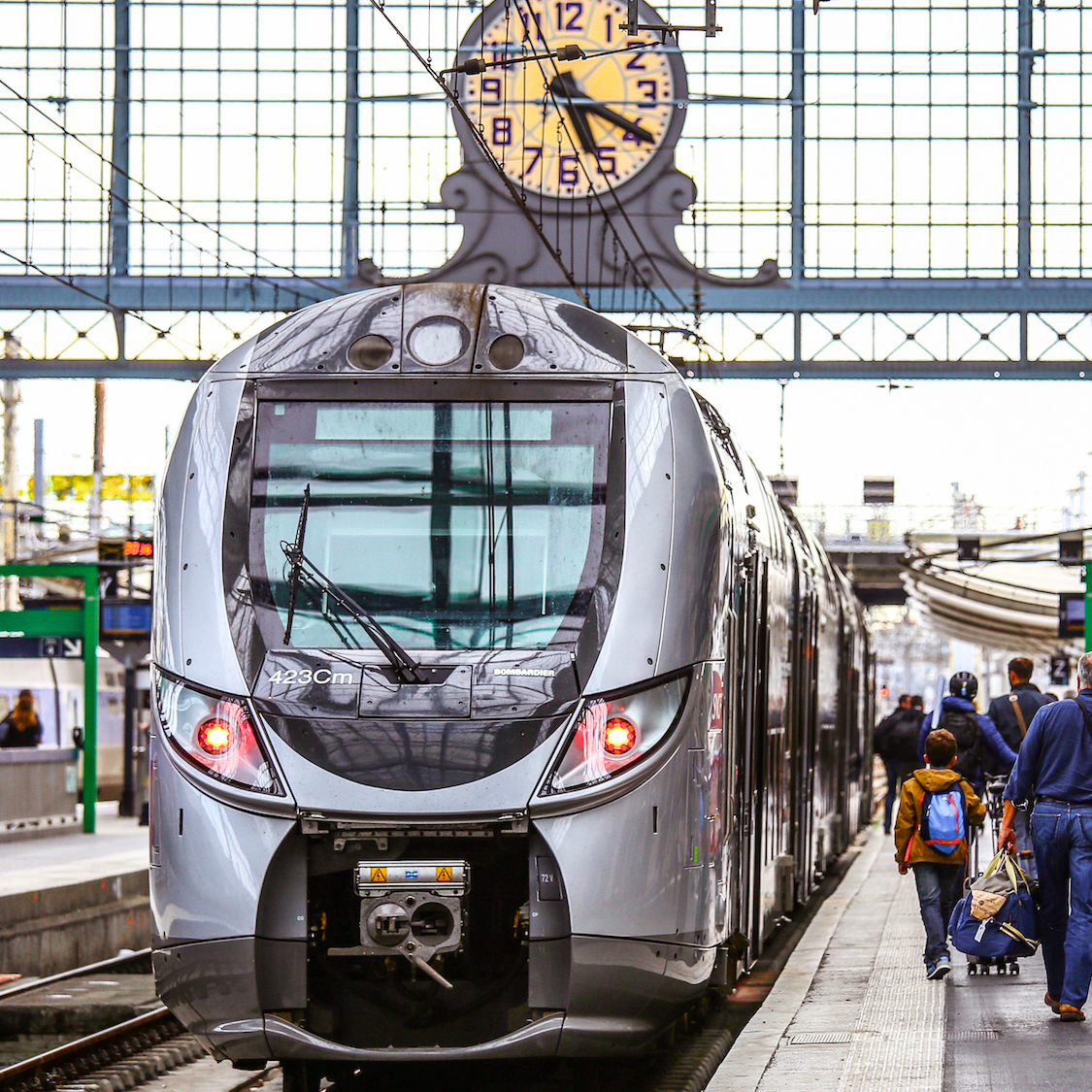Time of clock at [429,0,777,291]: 5:19
